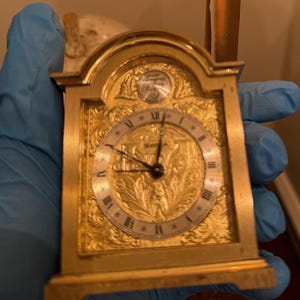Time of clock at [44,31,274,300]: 9:02
